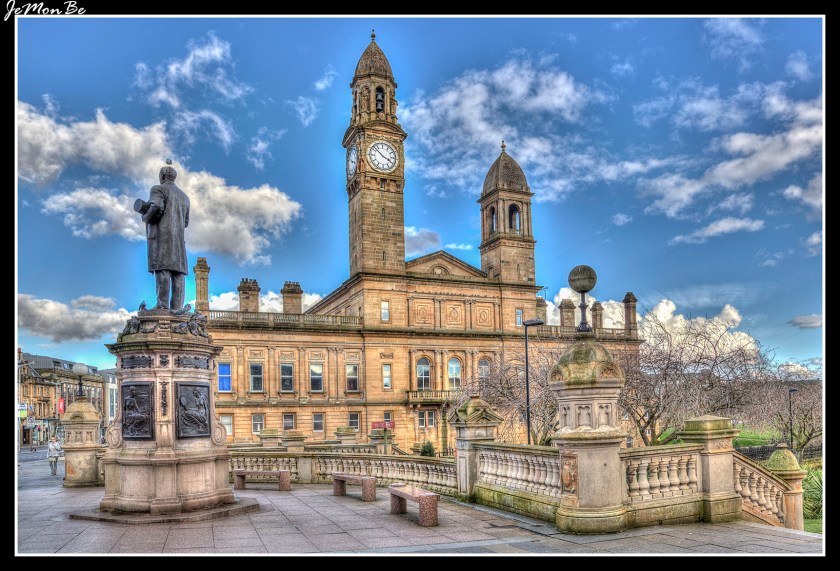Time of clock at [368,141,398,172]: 3:52
